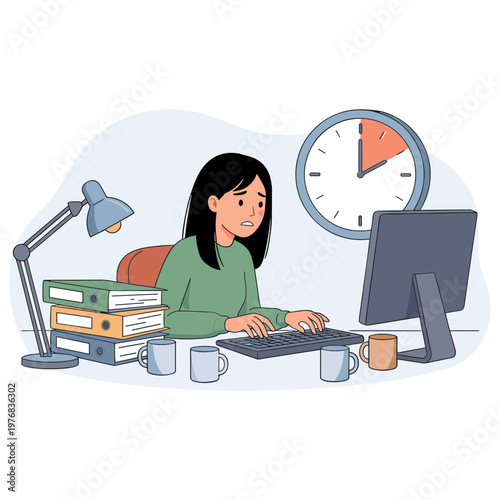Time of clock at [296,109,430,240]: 2:00
